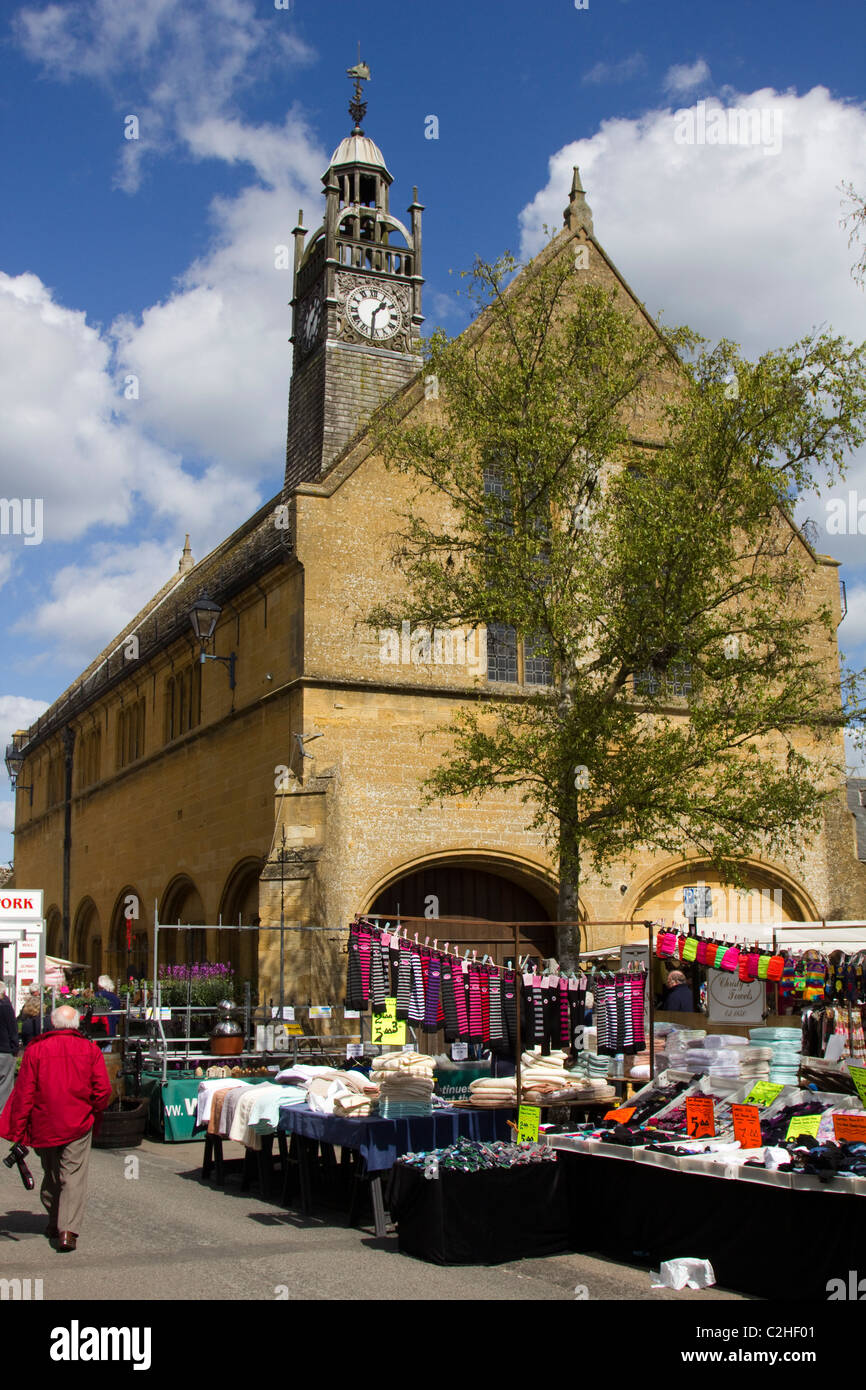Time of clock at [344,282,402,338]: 1:31
